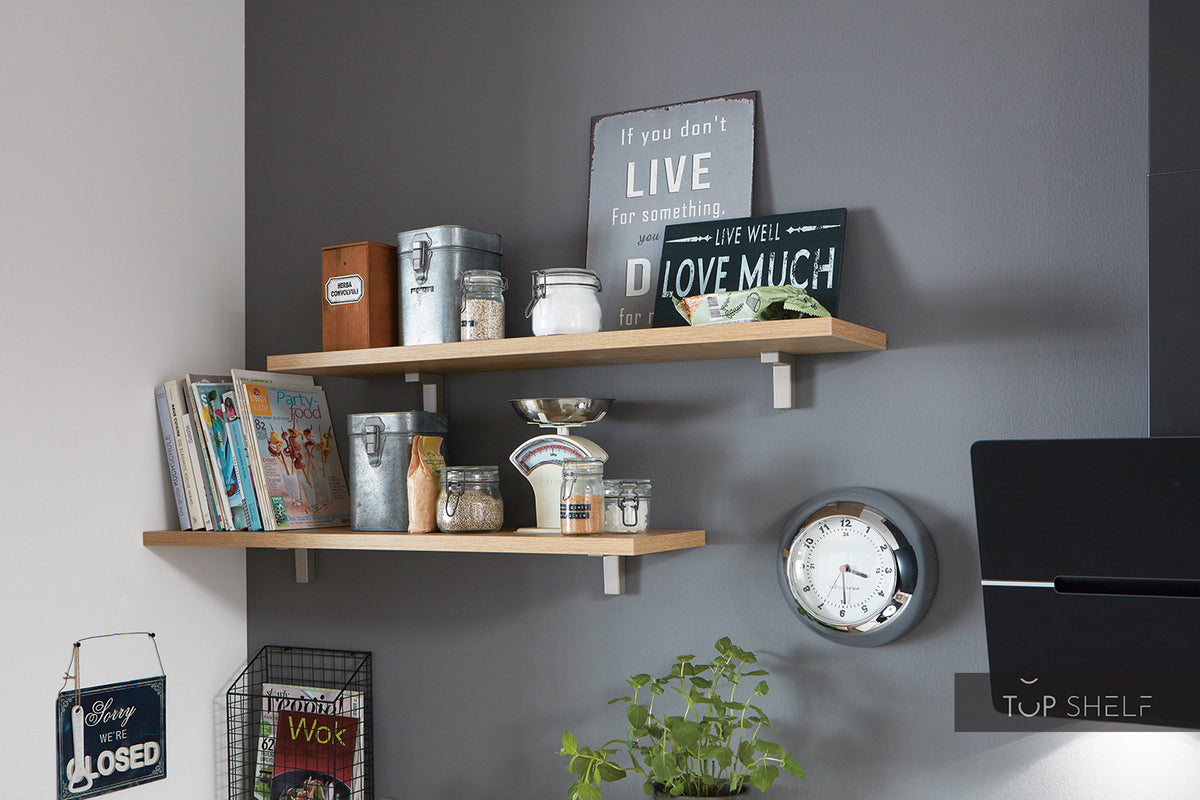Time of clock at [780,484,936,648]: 3:29
